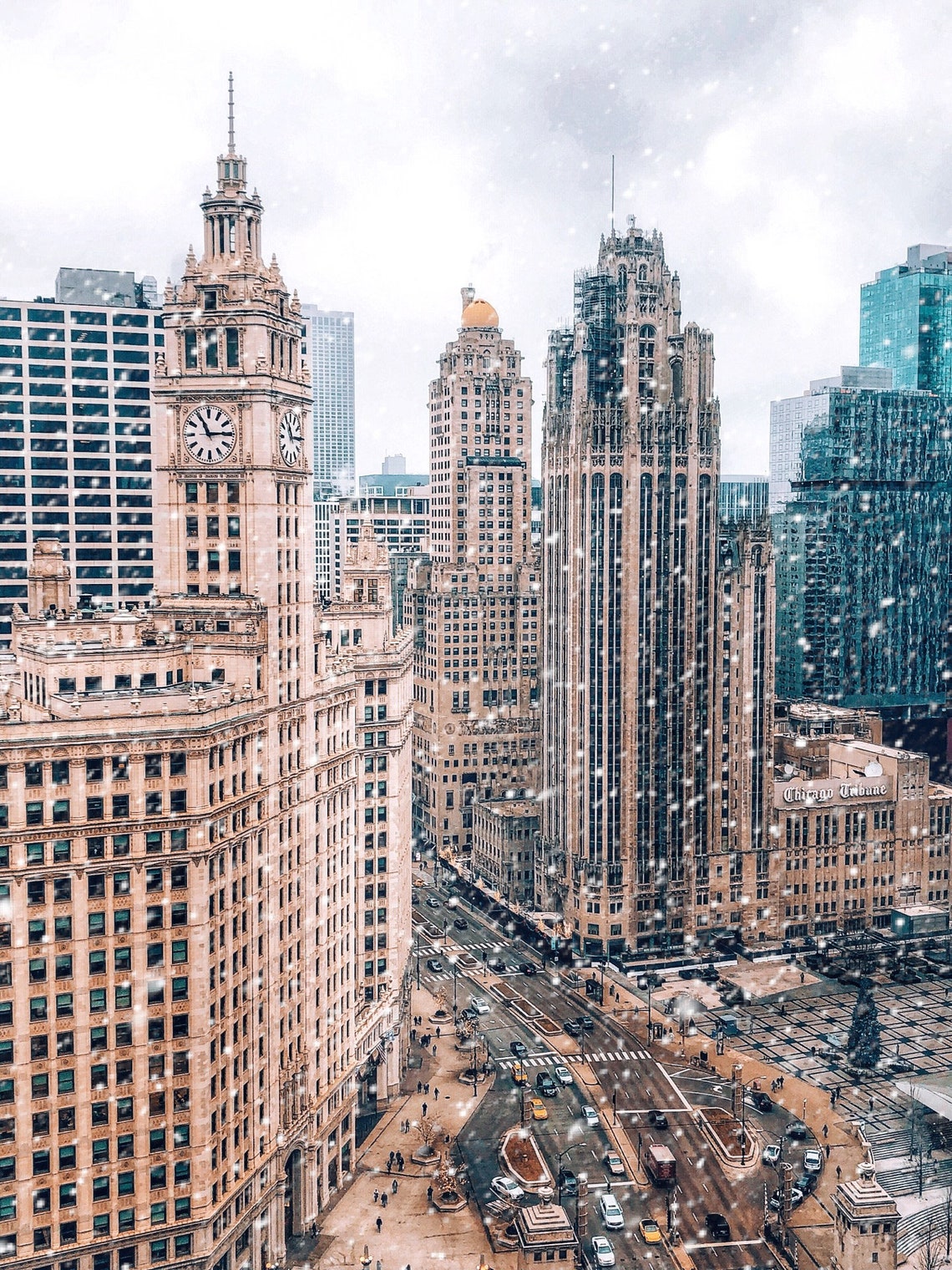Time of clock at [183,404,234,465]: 11:14
